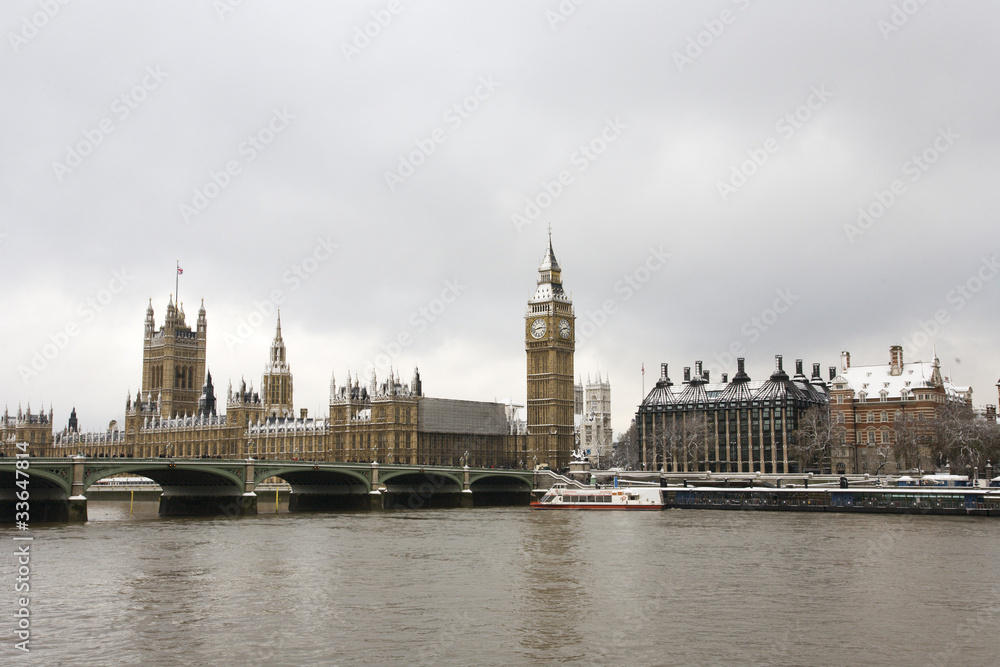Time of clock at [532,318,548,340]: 2:42
